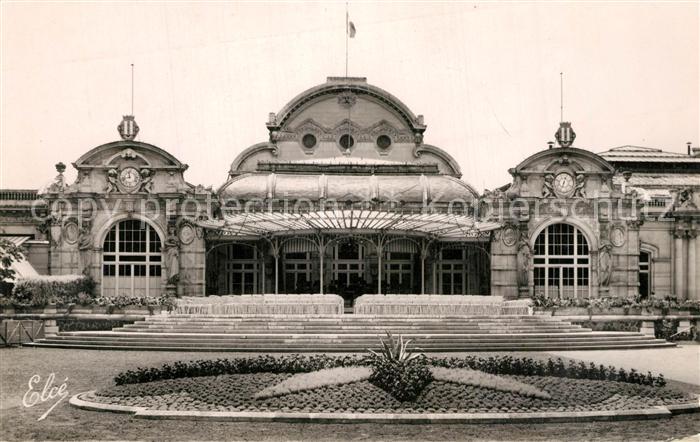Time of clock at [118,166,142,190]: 11:42
